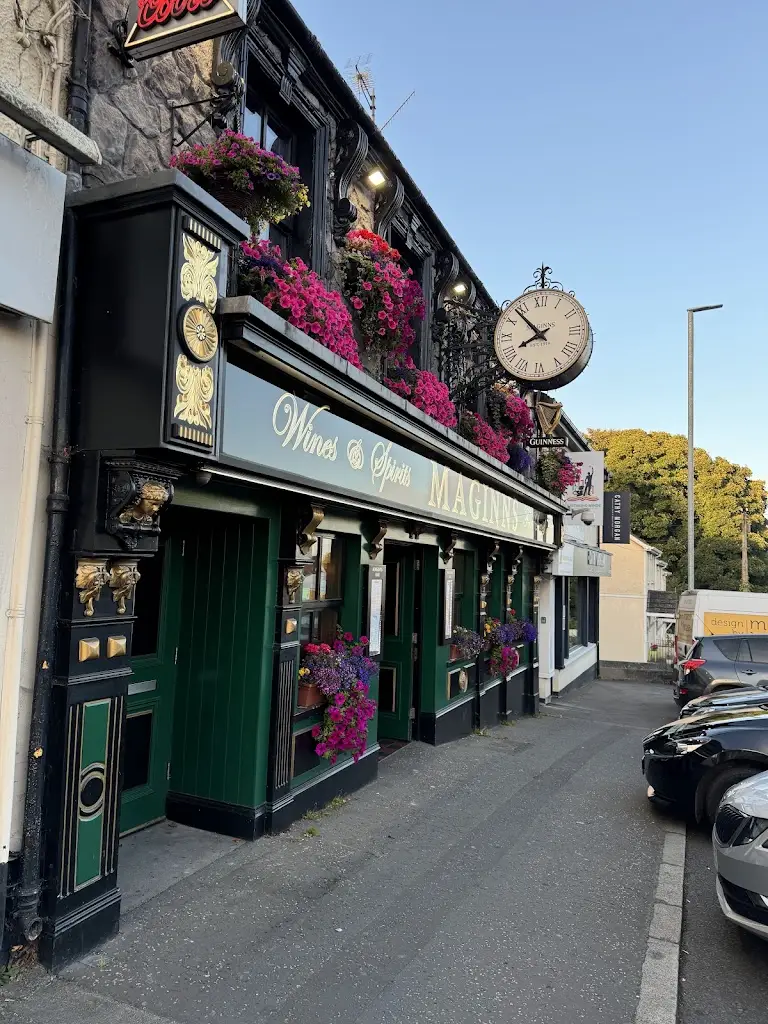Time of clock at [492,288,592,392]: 7:53
